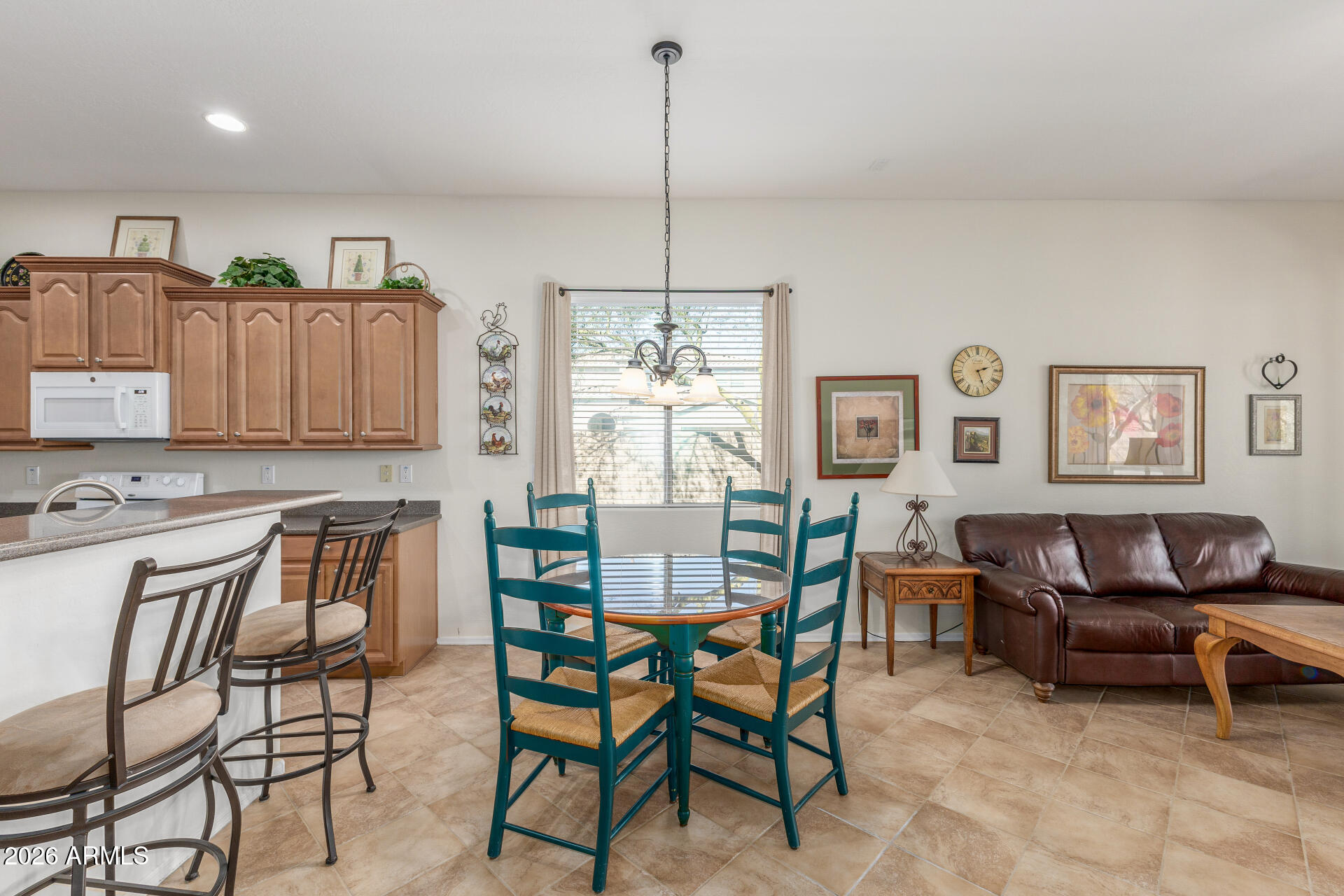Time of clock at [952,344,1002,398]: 2:26
